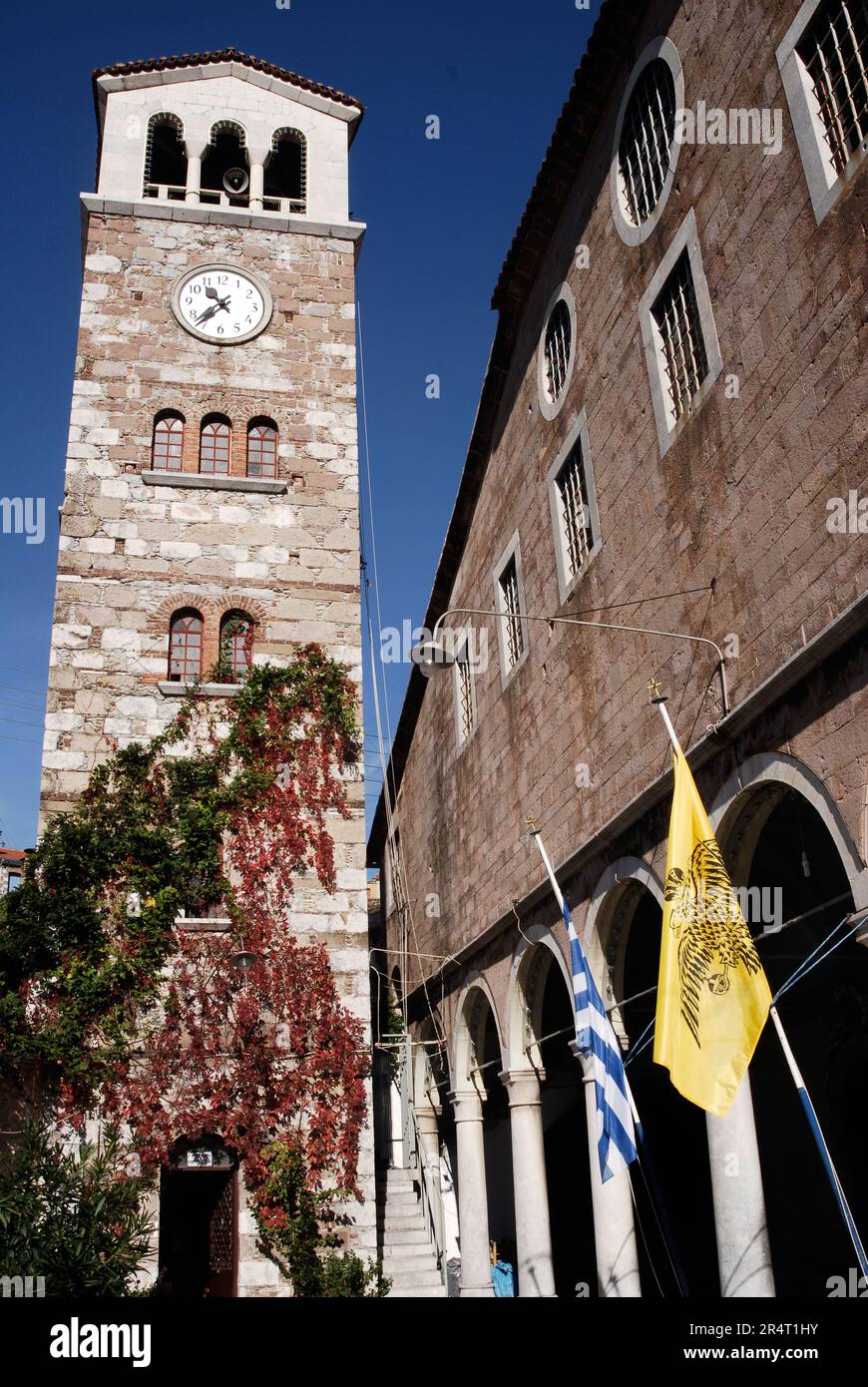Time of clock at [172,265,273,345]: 10:36
